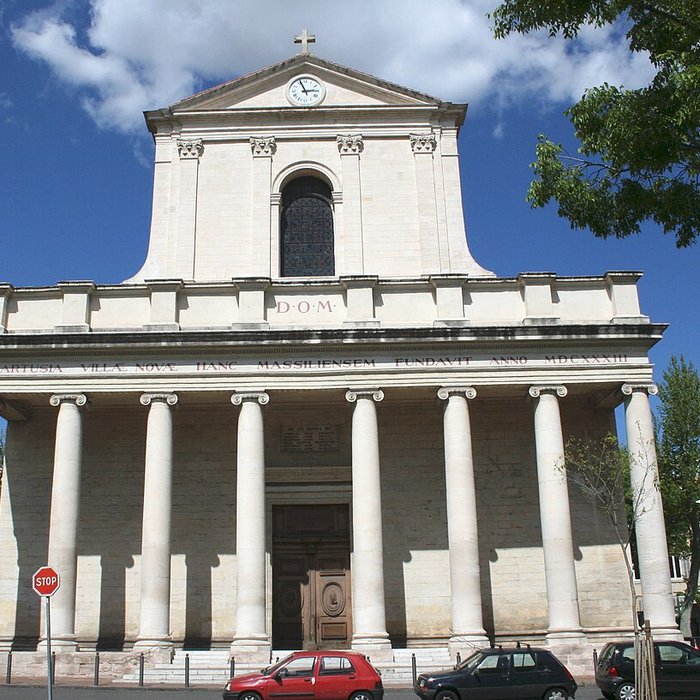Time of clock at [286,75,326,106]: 2:56
